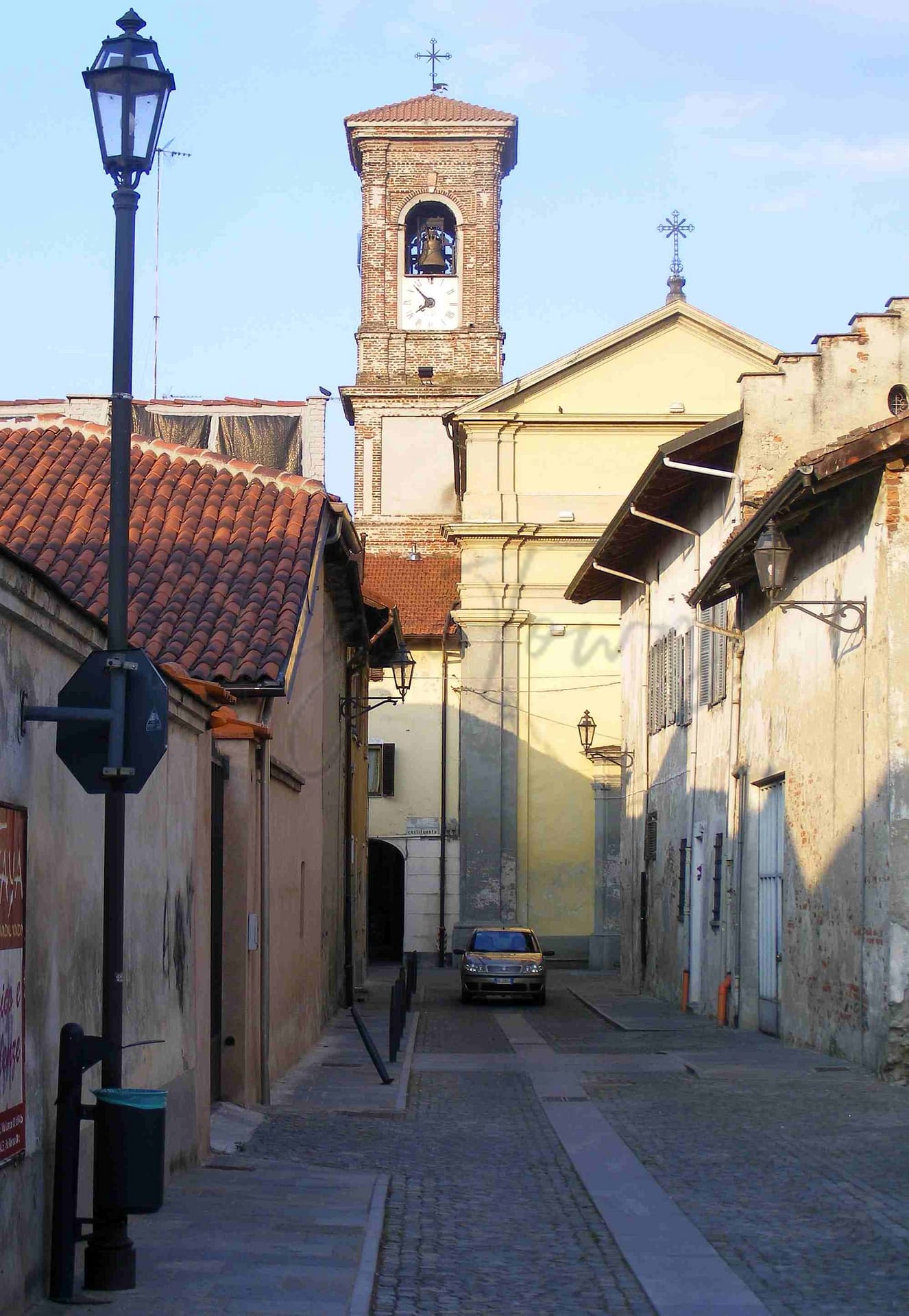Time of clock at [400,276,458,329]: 7:52
